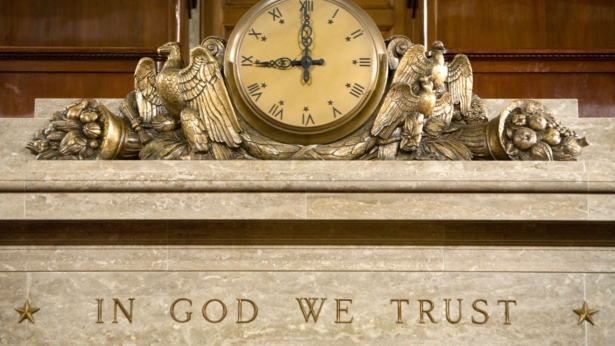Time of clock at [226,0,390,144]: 8:59
